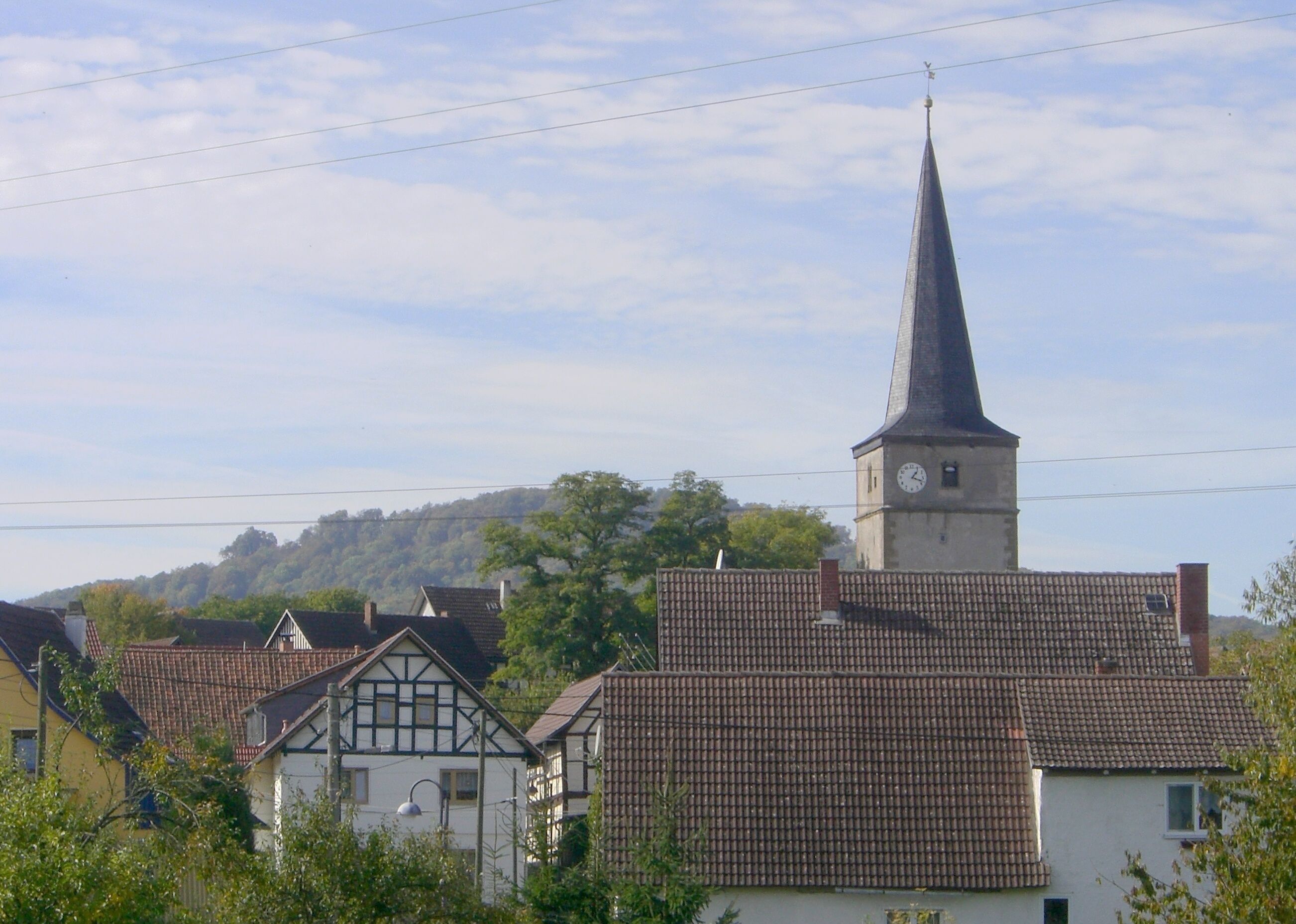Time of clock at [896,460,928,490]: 1:18
